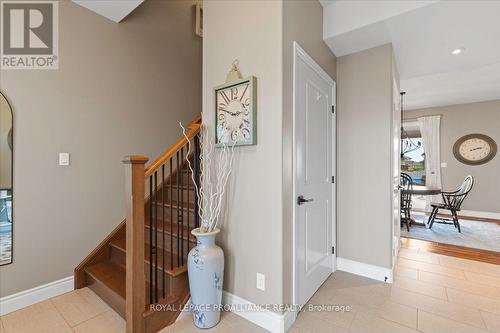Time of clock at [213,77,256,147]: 2:48
